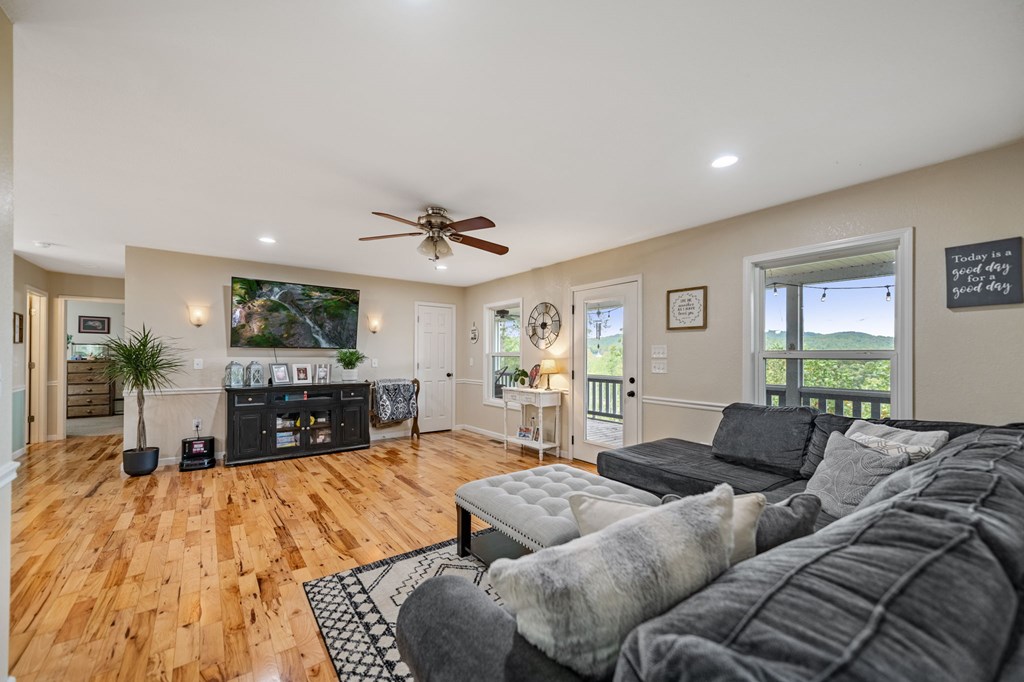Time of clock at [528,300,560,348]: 5:59
